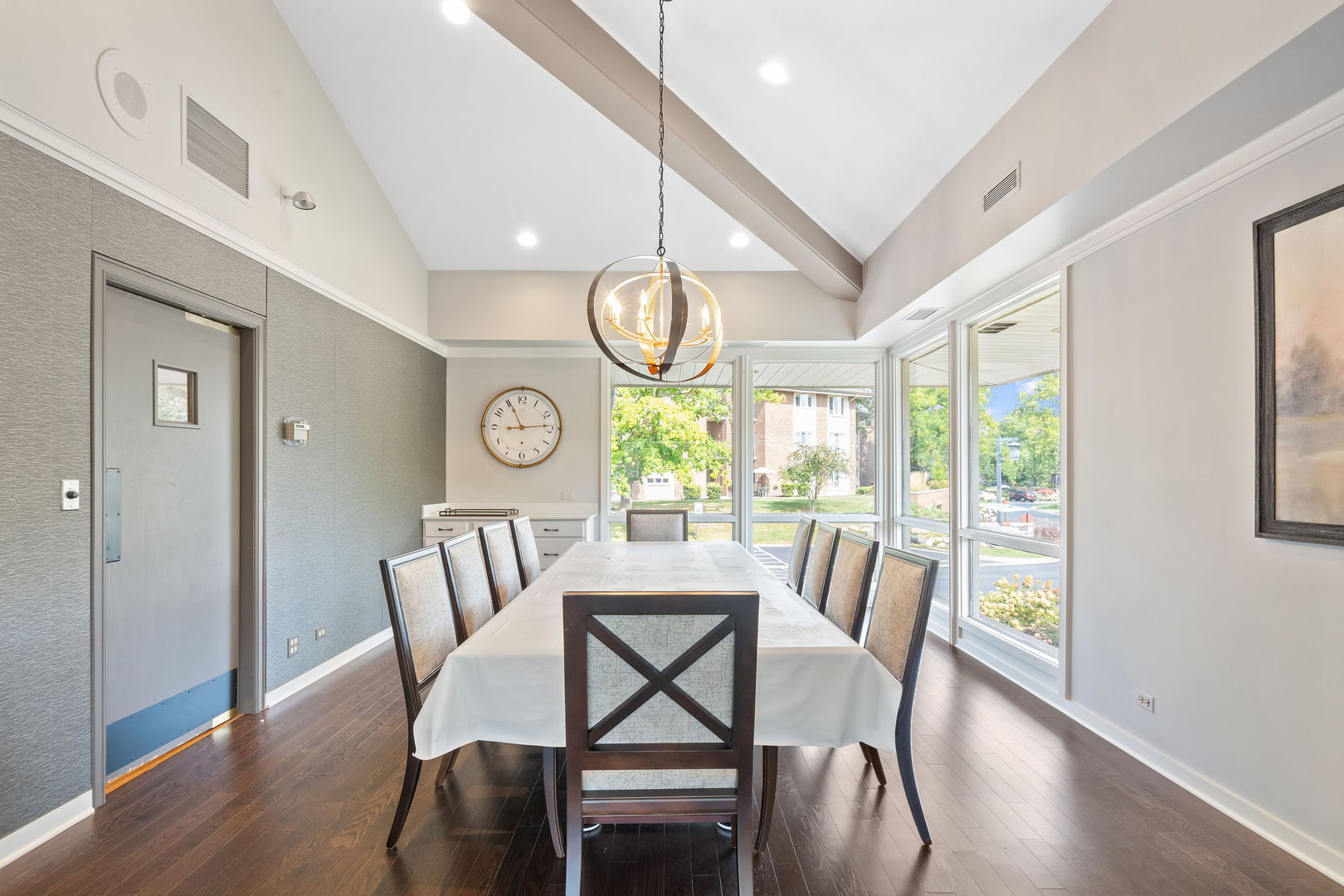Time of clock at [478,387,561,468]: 8:55
